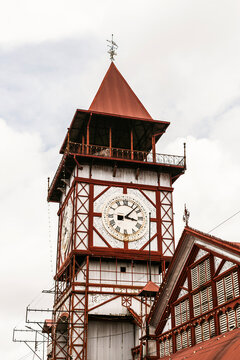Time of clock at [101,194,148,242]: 3:07
